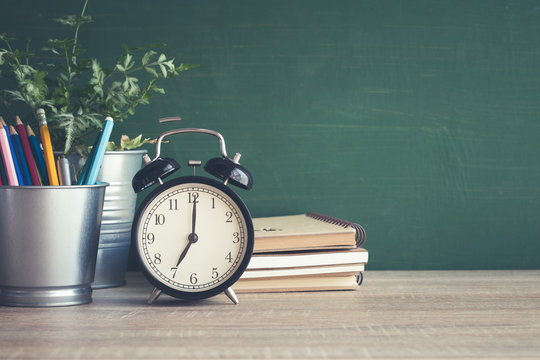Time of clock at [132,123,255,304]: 7:00
